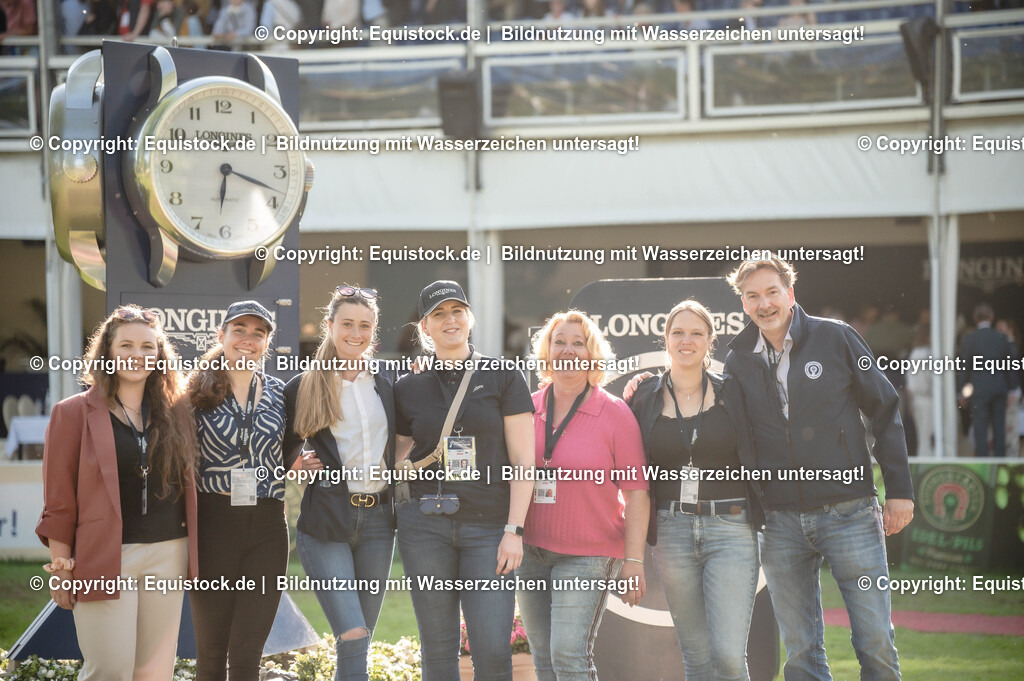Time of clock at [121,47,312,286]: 6:18
